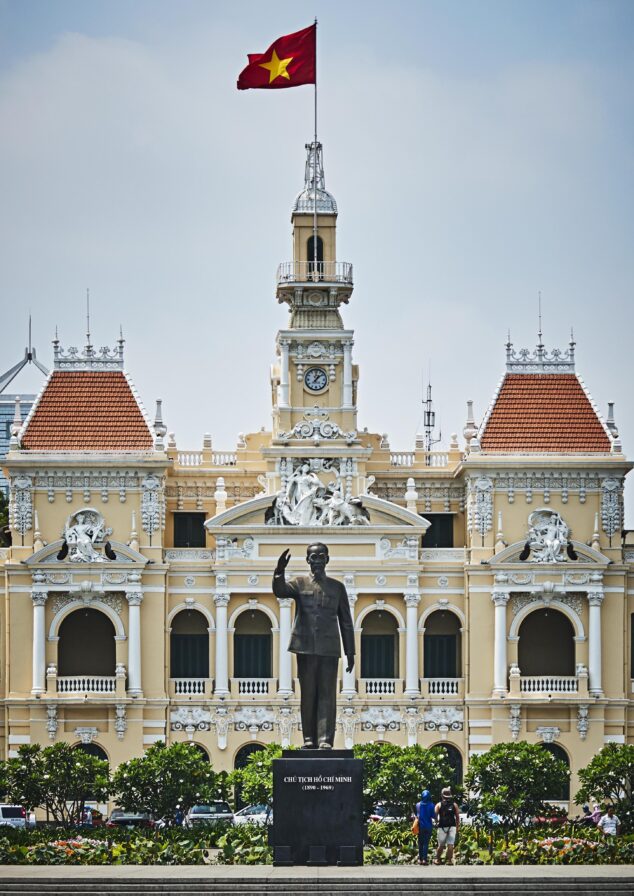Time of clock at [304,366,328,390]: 12:07
